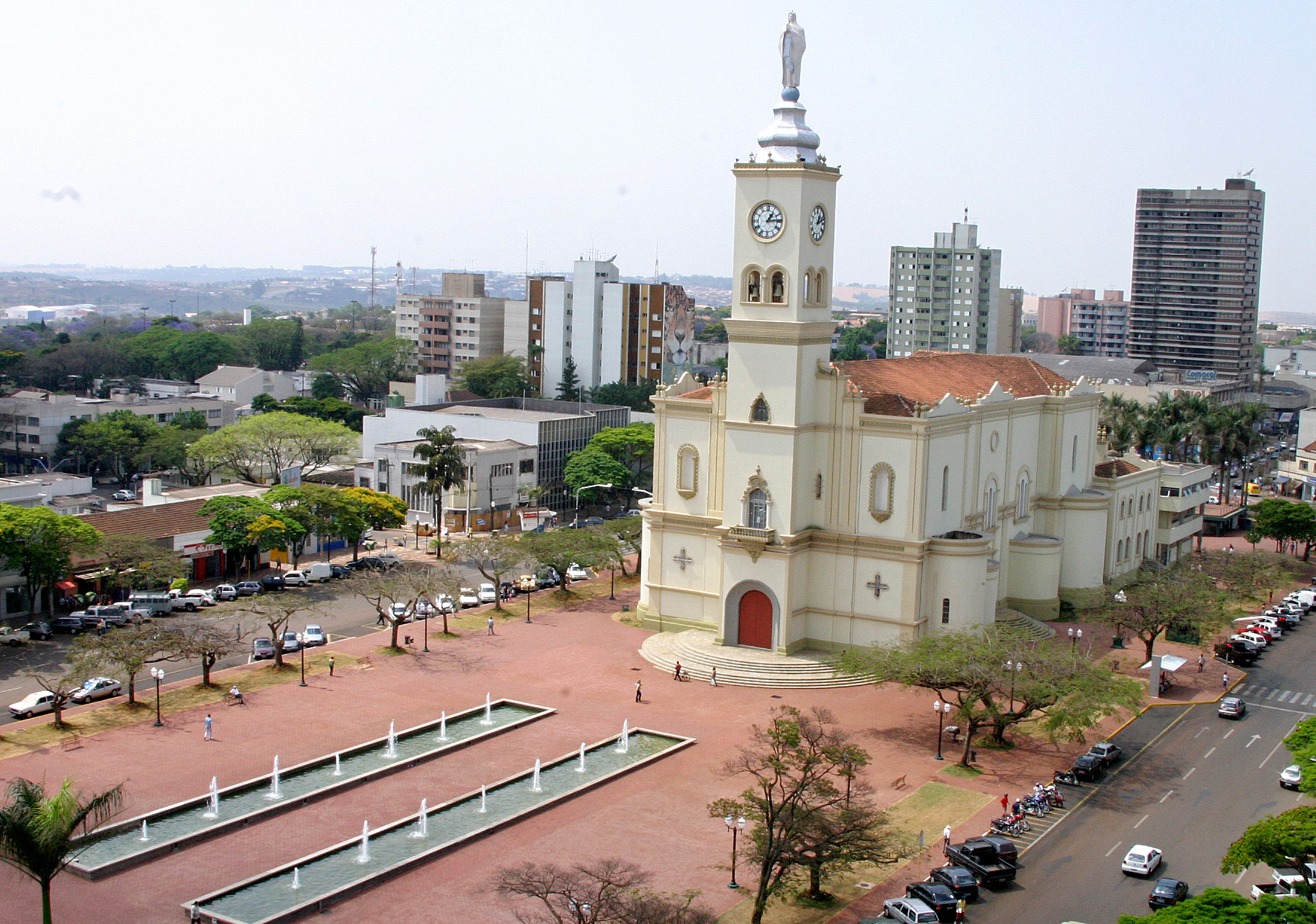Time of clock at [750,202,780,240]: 1:13
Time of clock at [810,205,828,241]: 1:11
